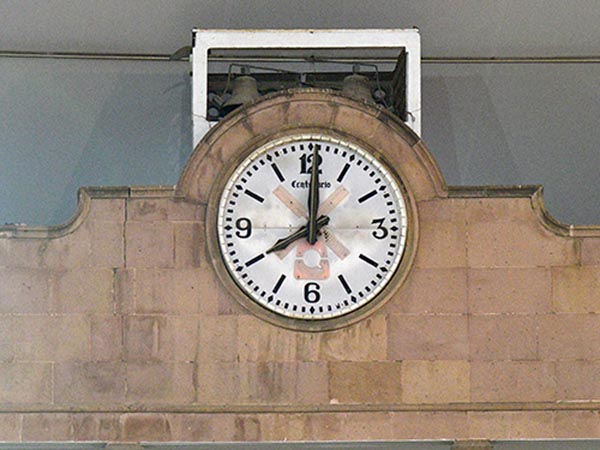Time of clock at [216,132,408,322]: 8:00
